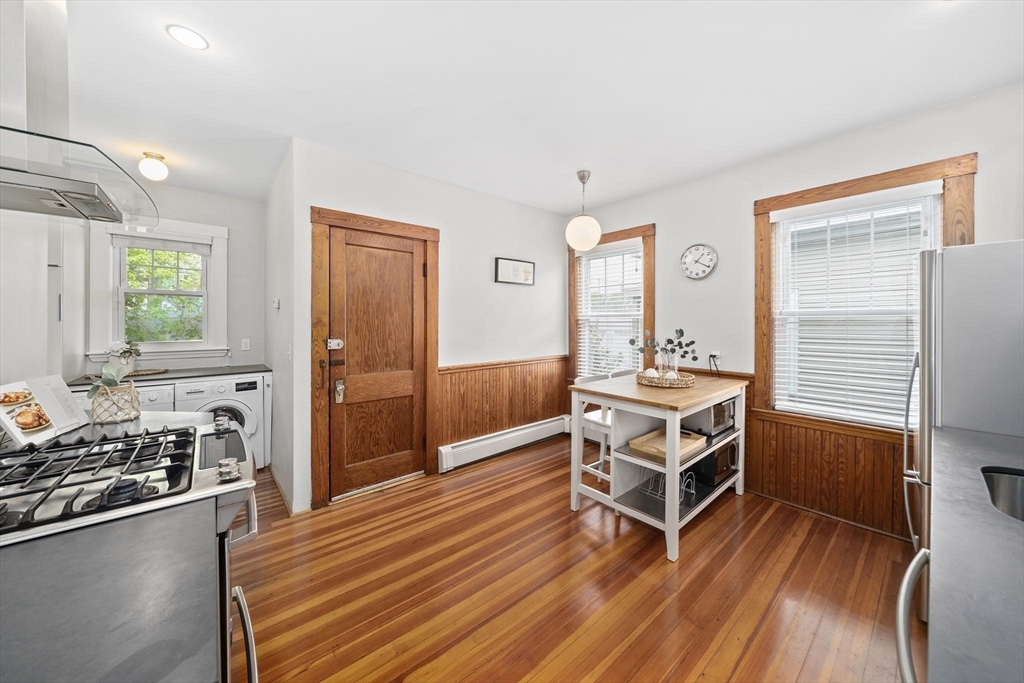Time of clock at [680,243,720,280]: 1:20
